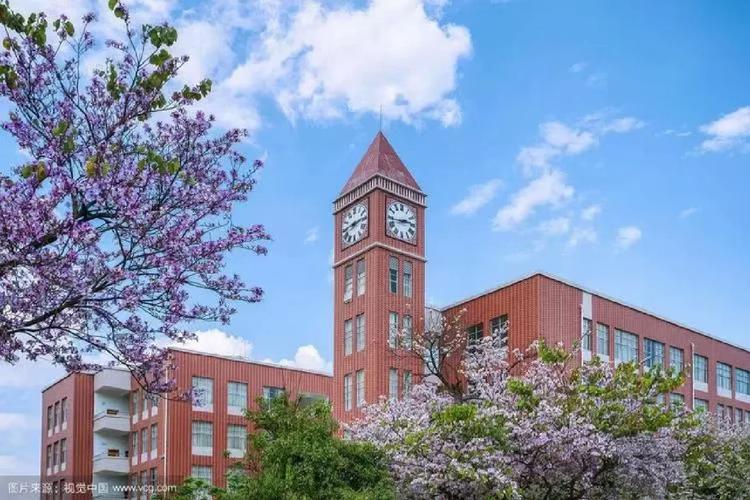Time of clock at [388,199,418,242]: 2:43
